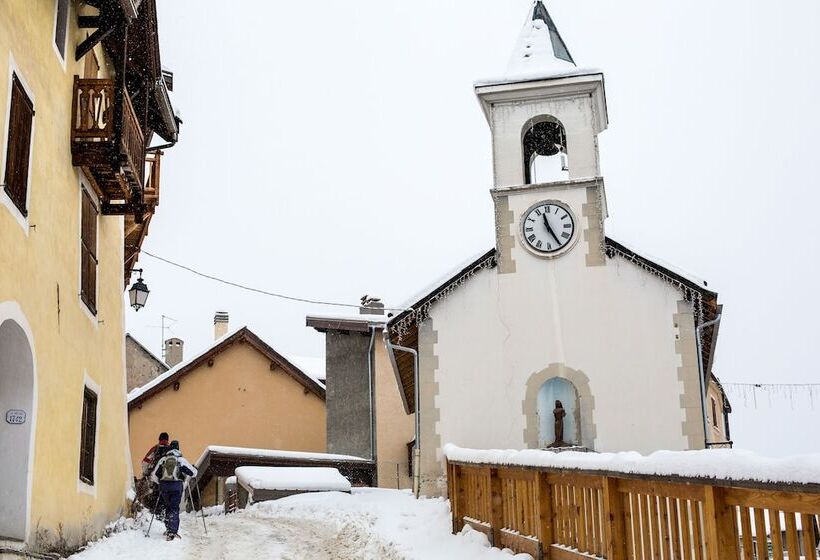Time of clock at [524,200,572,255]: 11:25
